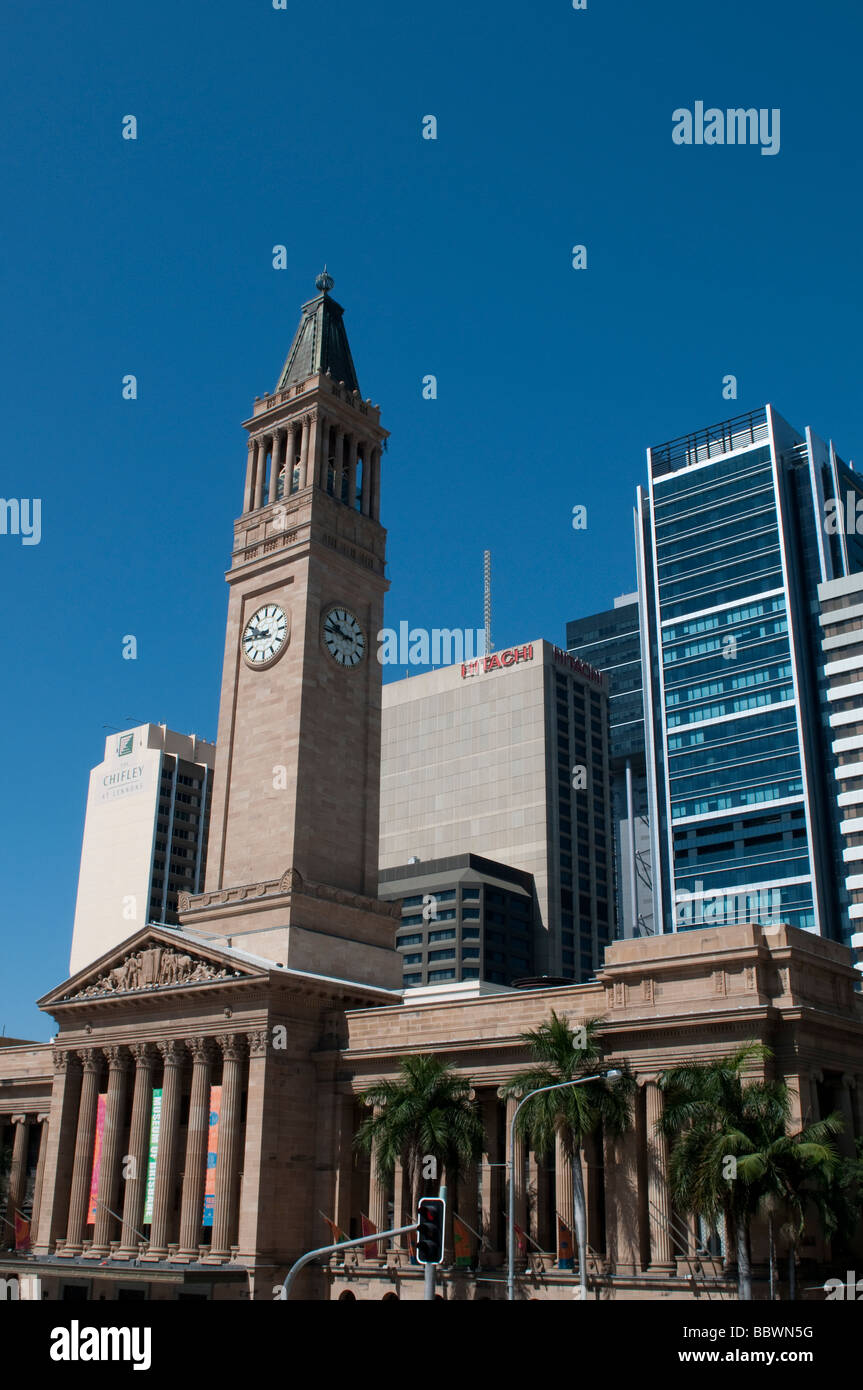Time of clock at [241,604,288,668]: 9:45
